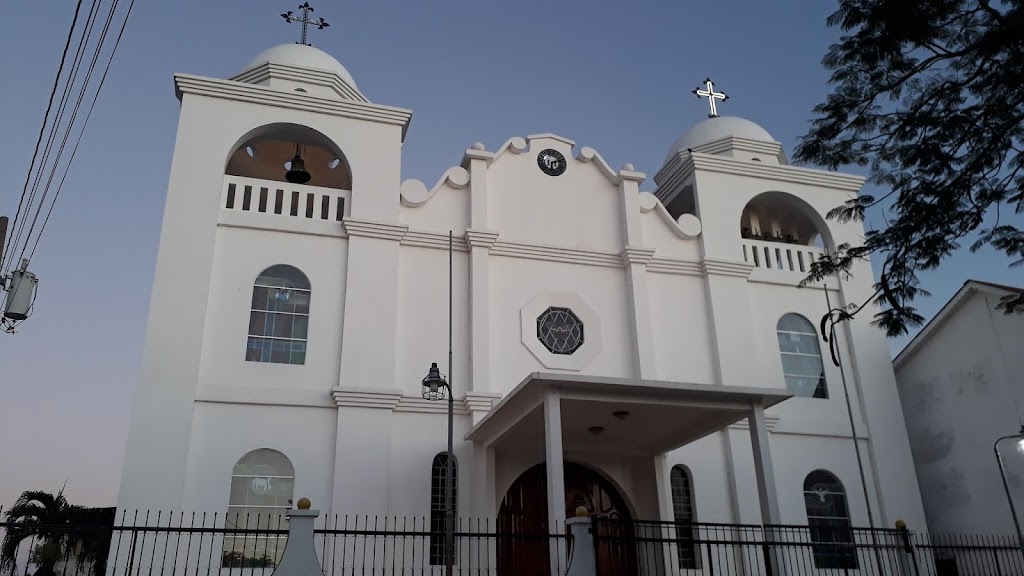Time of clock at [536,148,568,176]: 6:12
